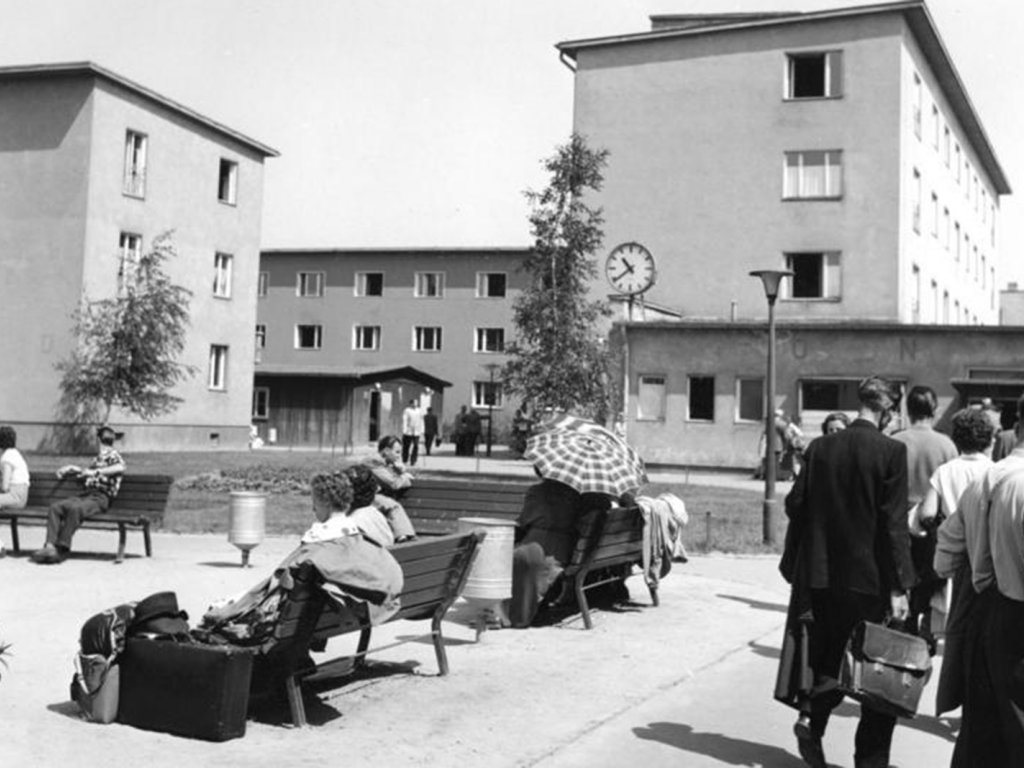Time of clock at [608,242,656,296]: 10:38
